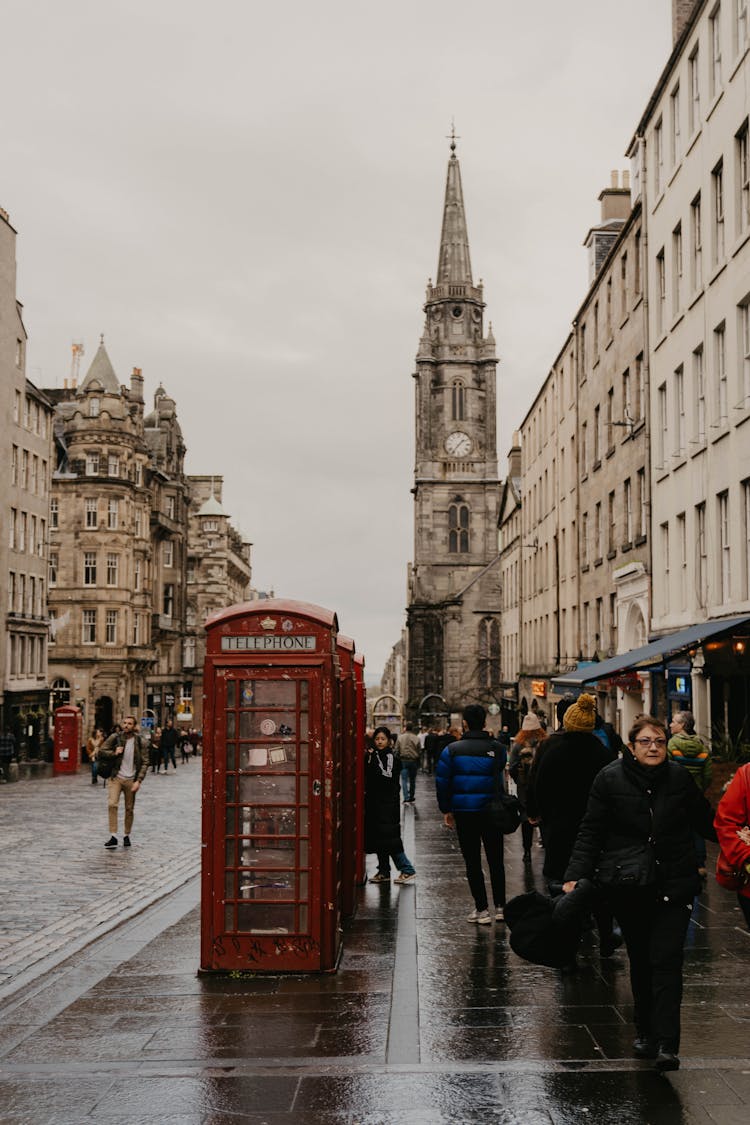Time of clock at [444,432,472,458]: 1:36
